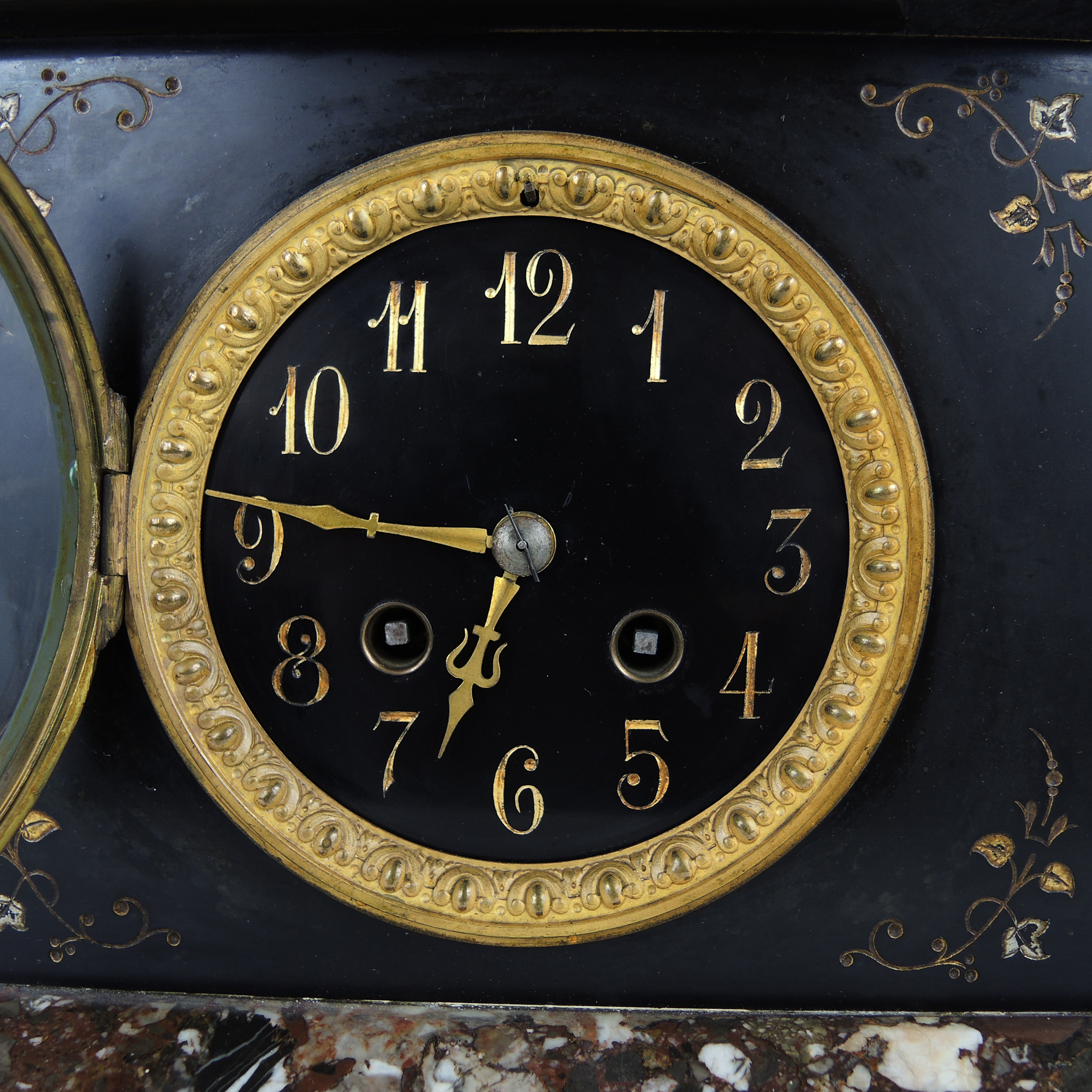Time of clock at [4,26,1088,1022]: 6:46
